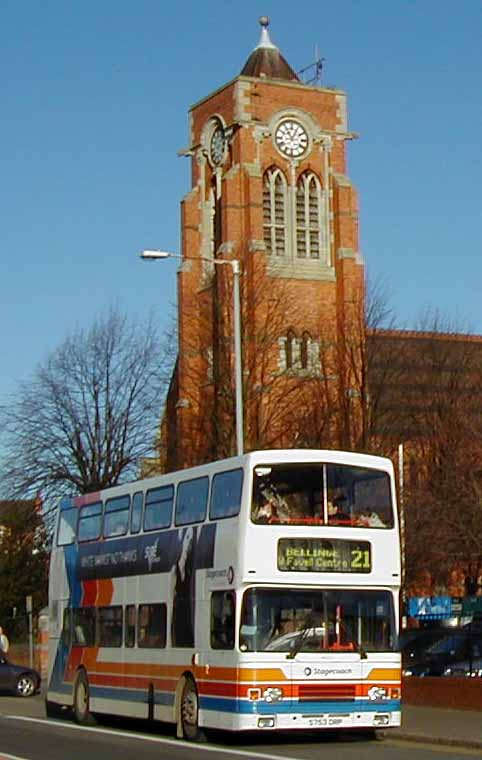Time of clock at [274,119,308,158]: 11:04
